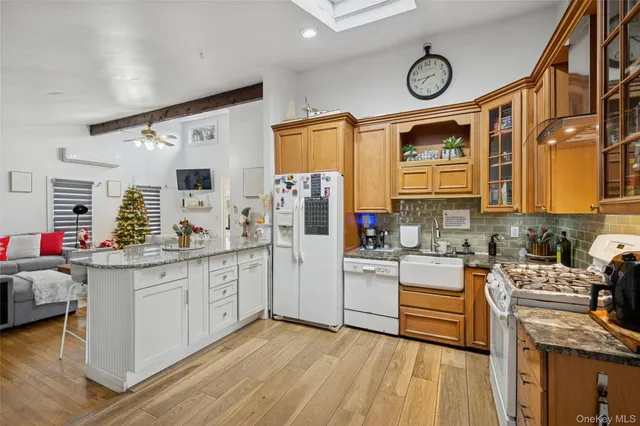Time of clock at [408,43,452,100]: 7:44
